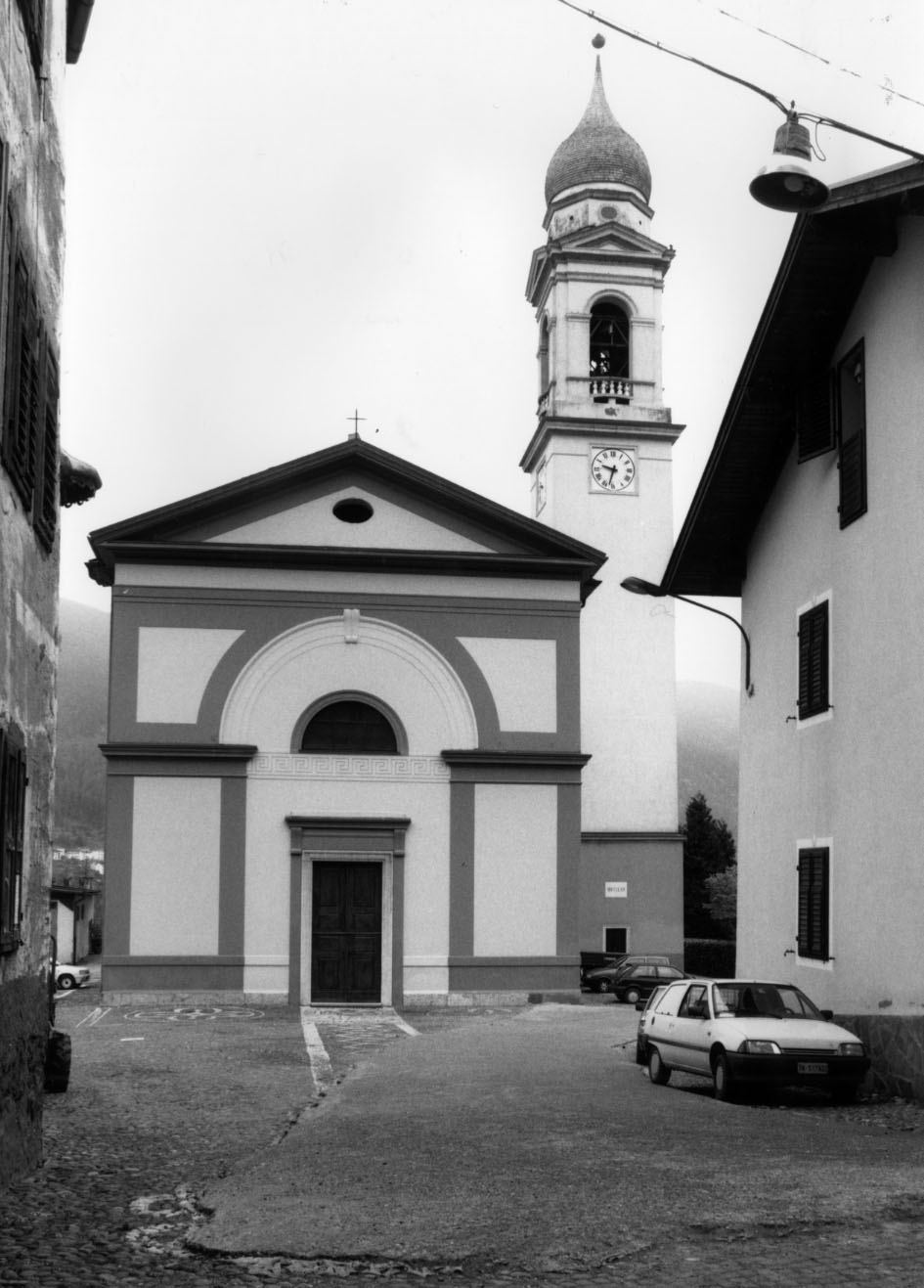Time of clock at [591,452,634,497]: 9:32
